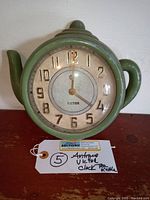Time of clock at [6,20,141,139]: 12:21
